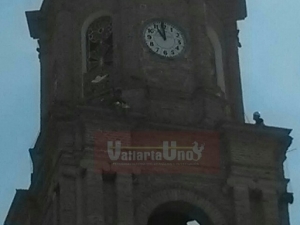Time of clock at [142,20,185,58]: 10:59
